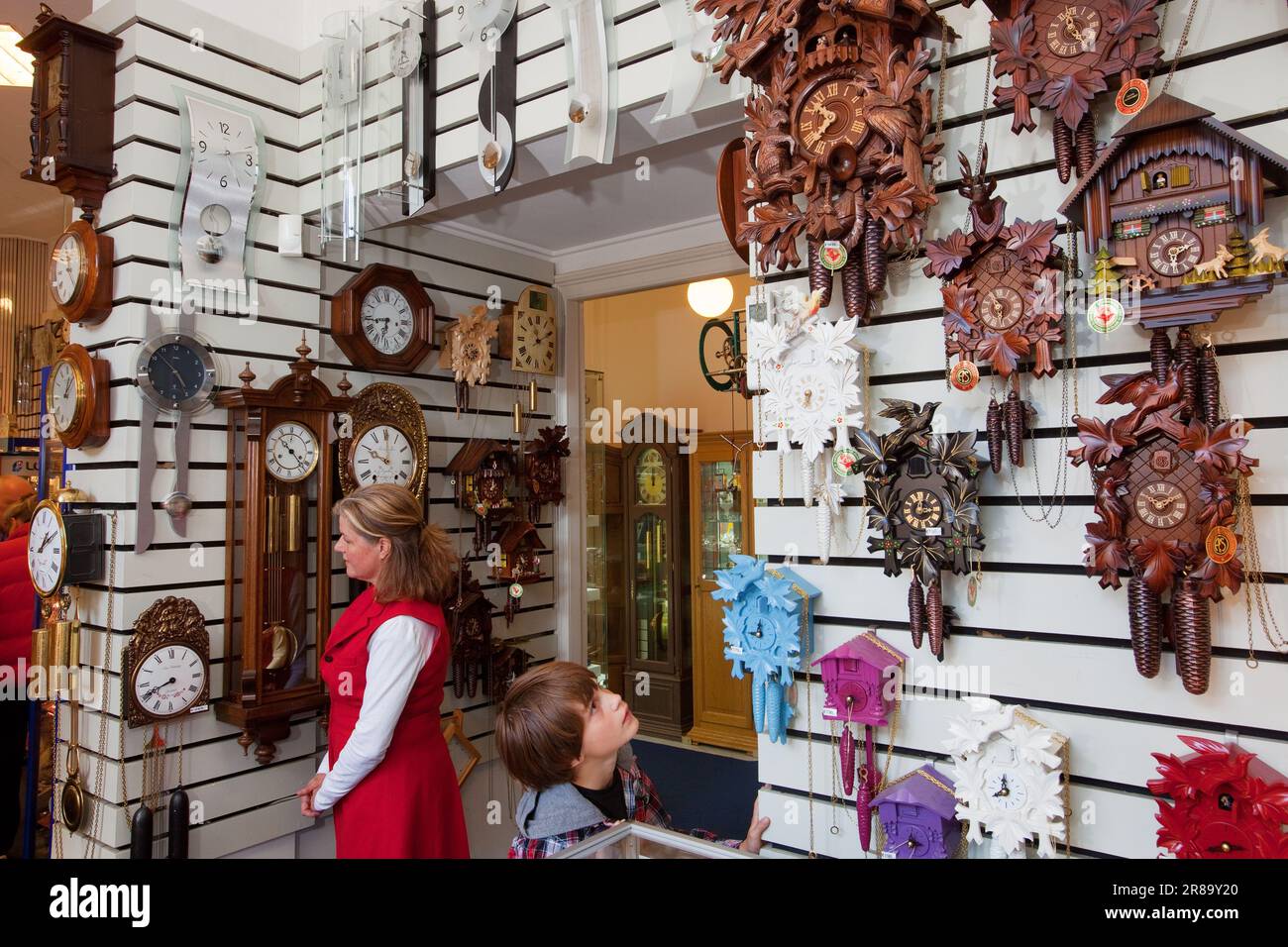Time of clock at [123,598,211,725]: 8:41
